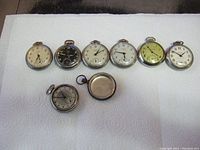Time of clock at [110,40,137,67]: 5:46
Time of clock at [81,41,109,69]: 1:09
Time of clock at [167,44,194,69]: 1:50
